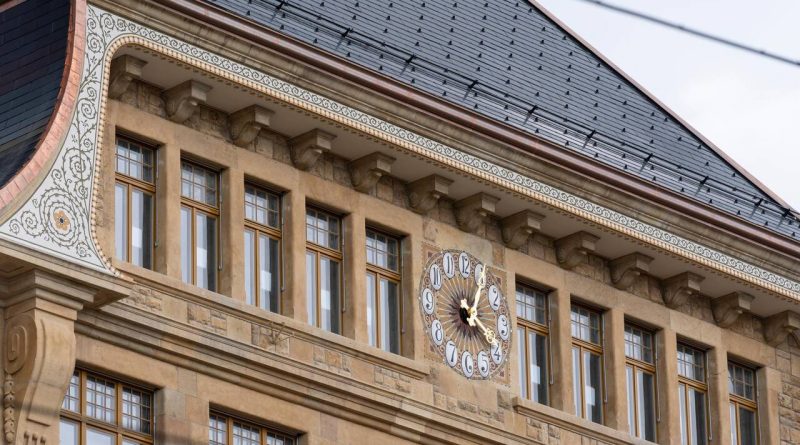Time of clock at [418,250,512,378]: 4:04
